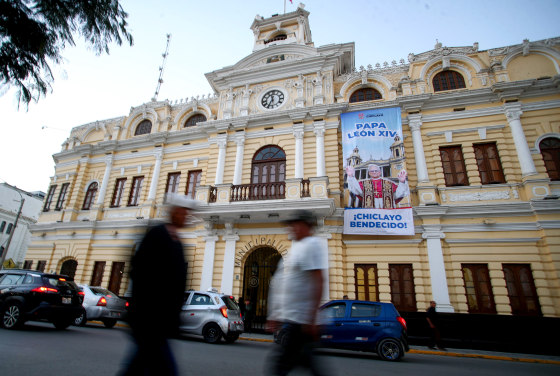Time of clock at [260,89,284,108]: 11:35
